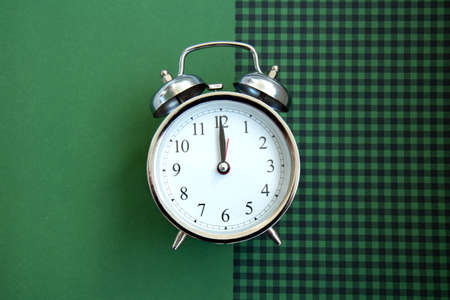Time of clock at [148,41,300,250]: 11:59
